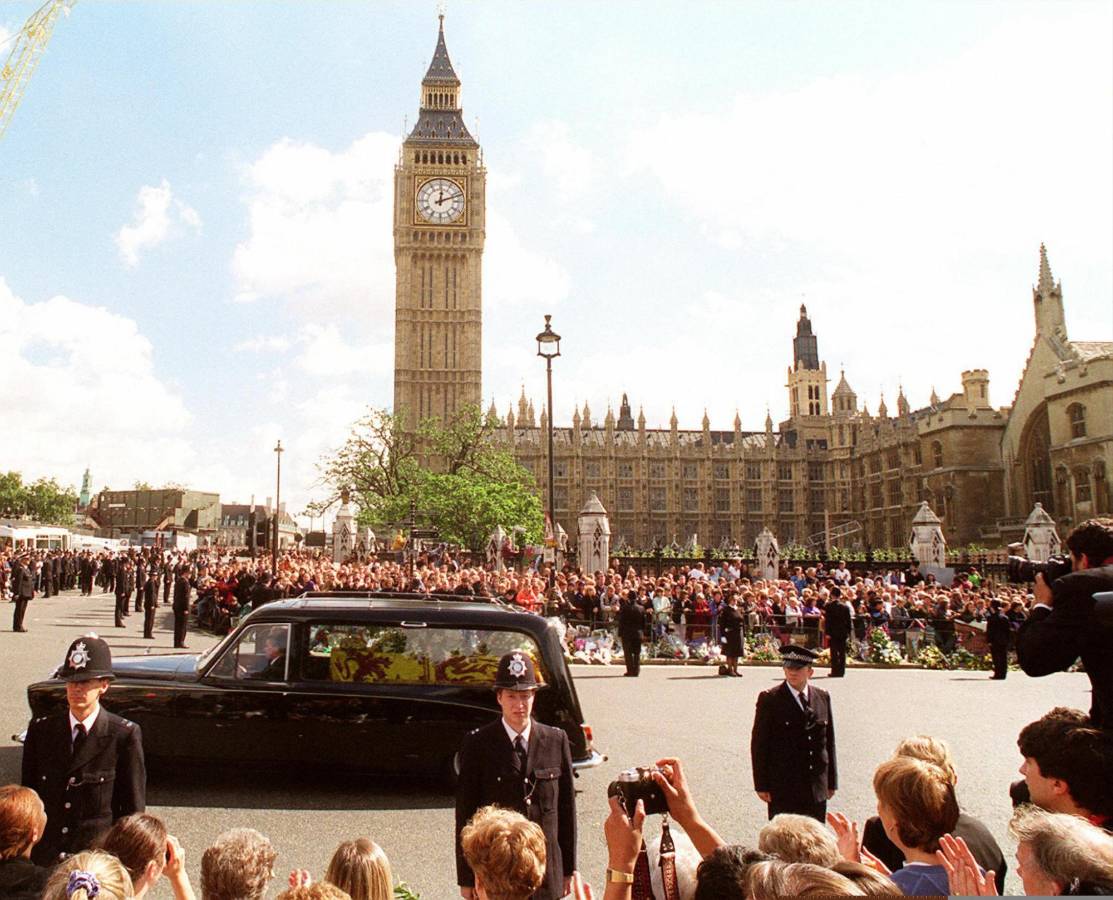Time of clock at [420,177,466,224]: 12:11
